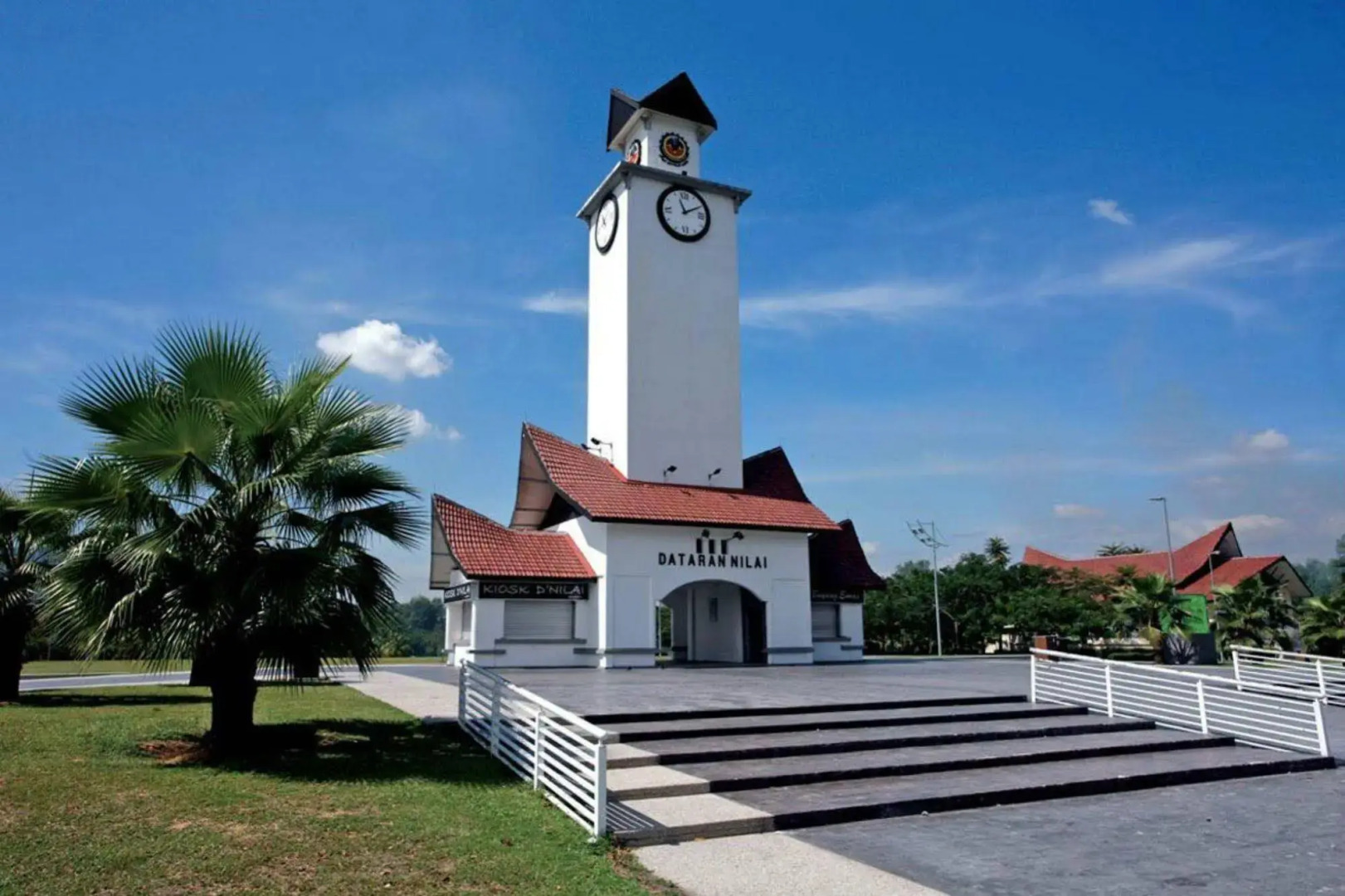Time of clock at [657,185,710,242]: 11:10
